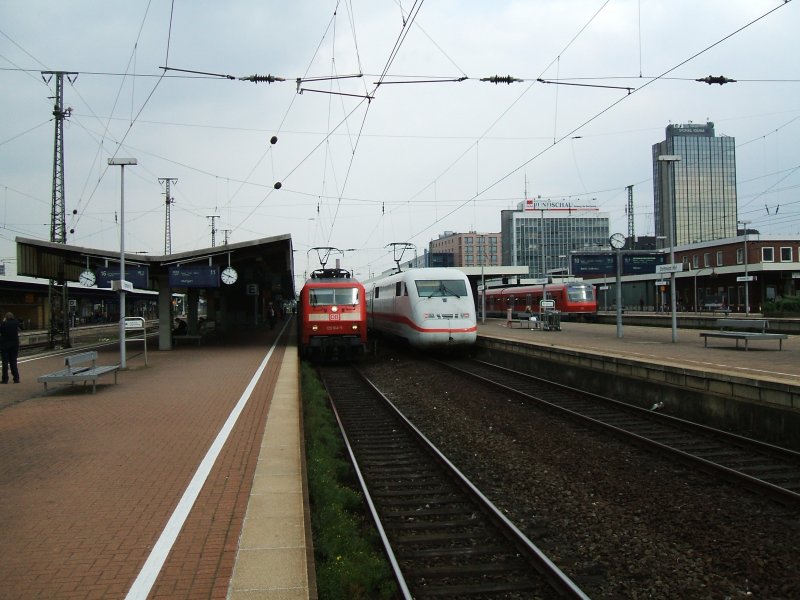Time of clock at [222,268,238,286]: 3:48
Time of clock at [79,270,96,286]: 3:48
